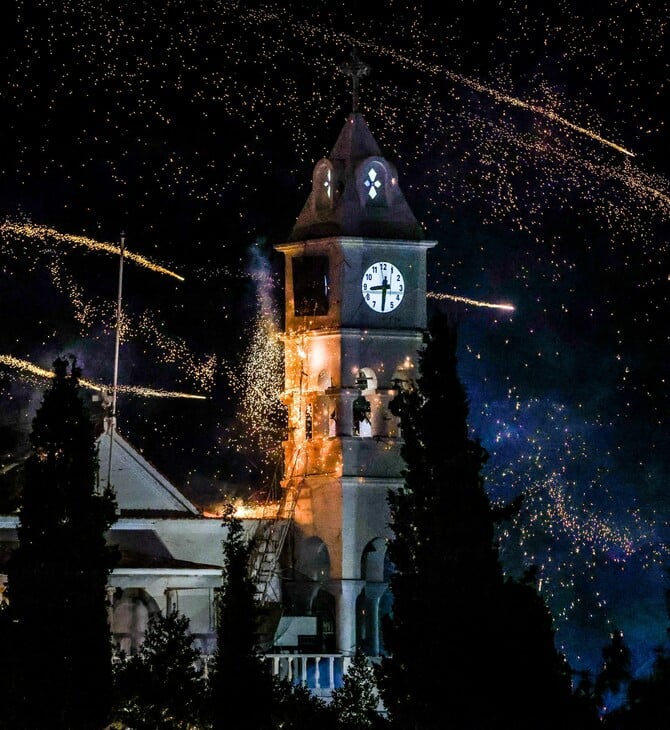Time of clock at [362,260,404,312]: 8:30
